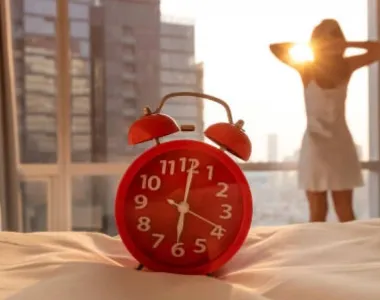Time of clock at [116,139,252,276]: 6:01
